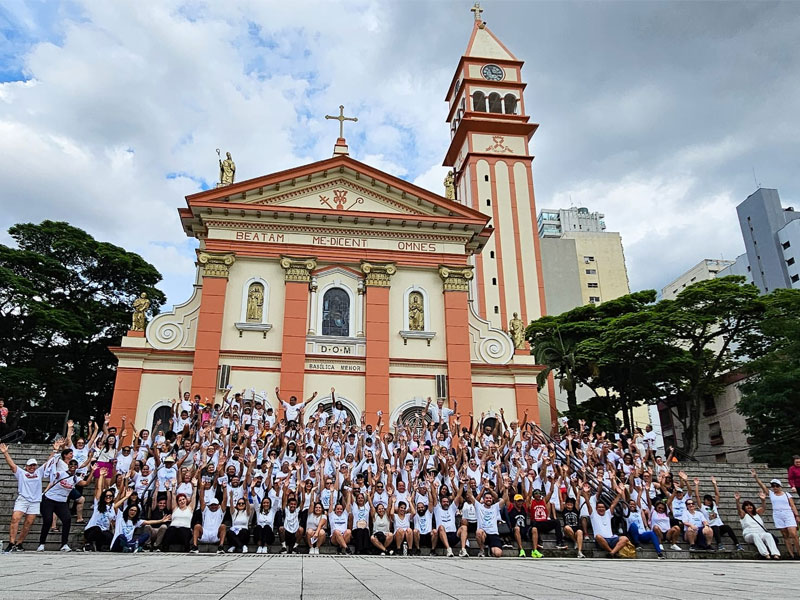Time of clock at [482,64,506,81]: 11:15
